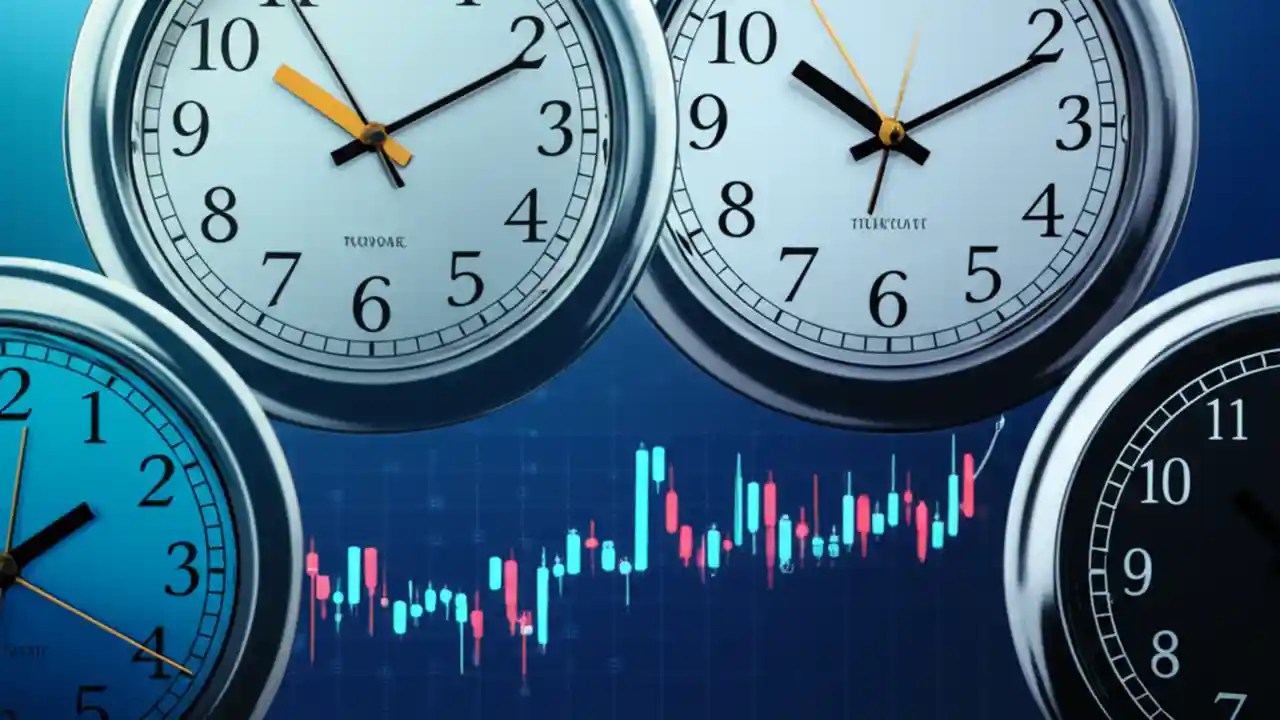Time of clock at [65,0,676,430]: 10:10
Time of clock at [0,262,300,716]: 2:01
